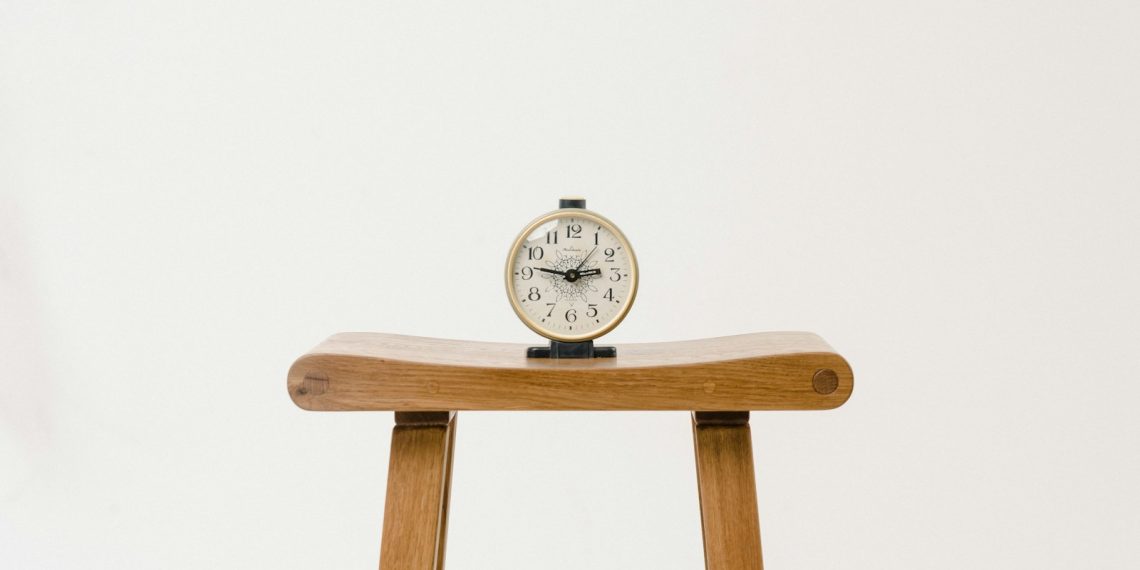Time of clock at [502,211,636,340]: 2:46
